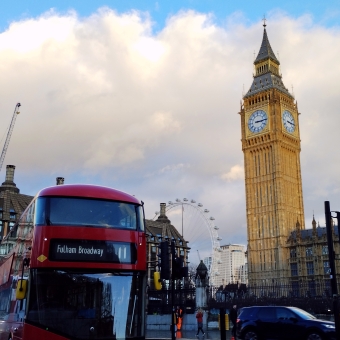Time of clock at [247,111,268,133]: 3:14
